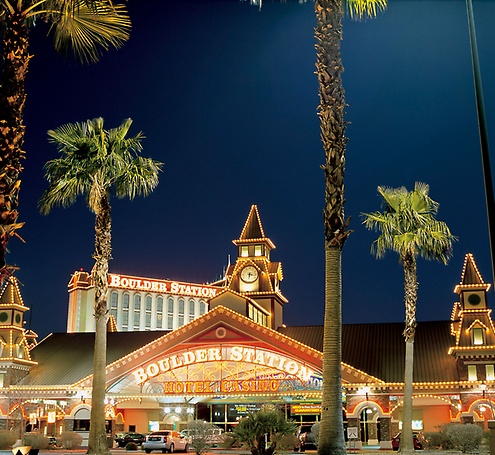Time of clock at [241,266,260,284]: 3:31
